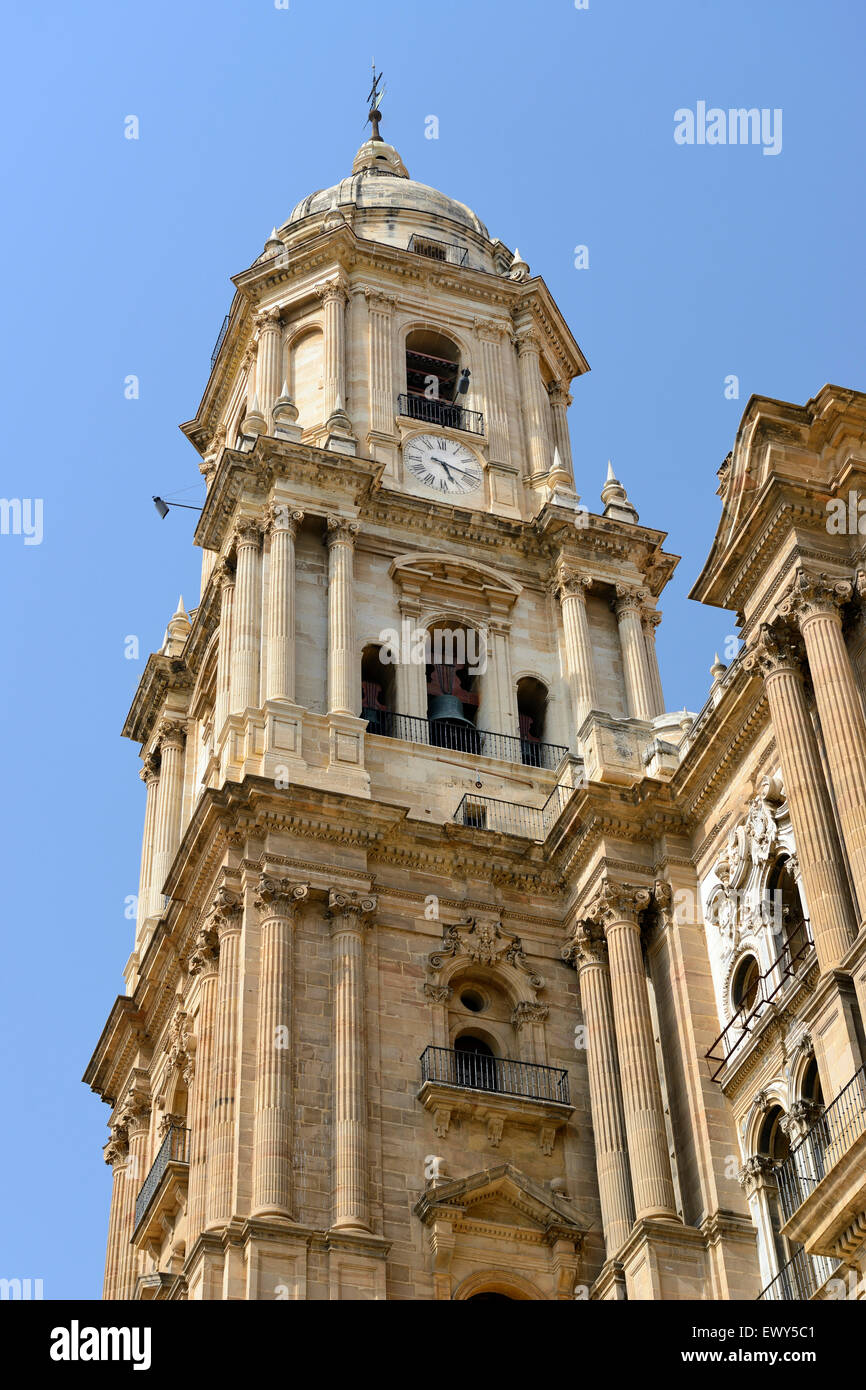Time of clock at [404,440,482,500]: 5:18
